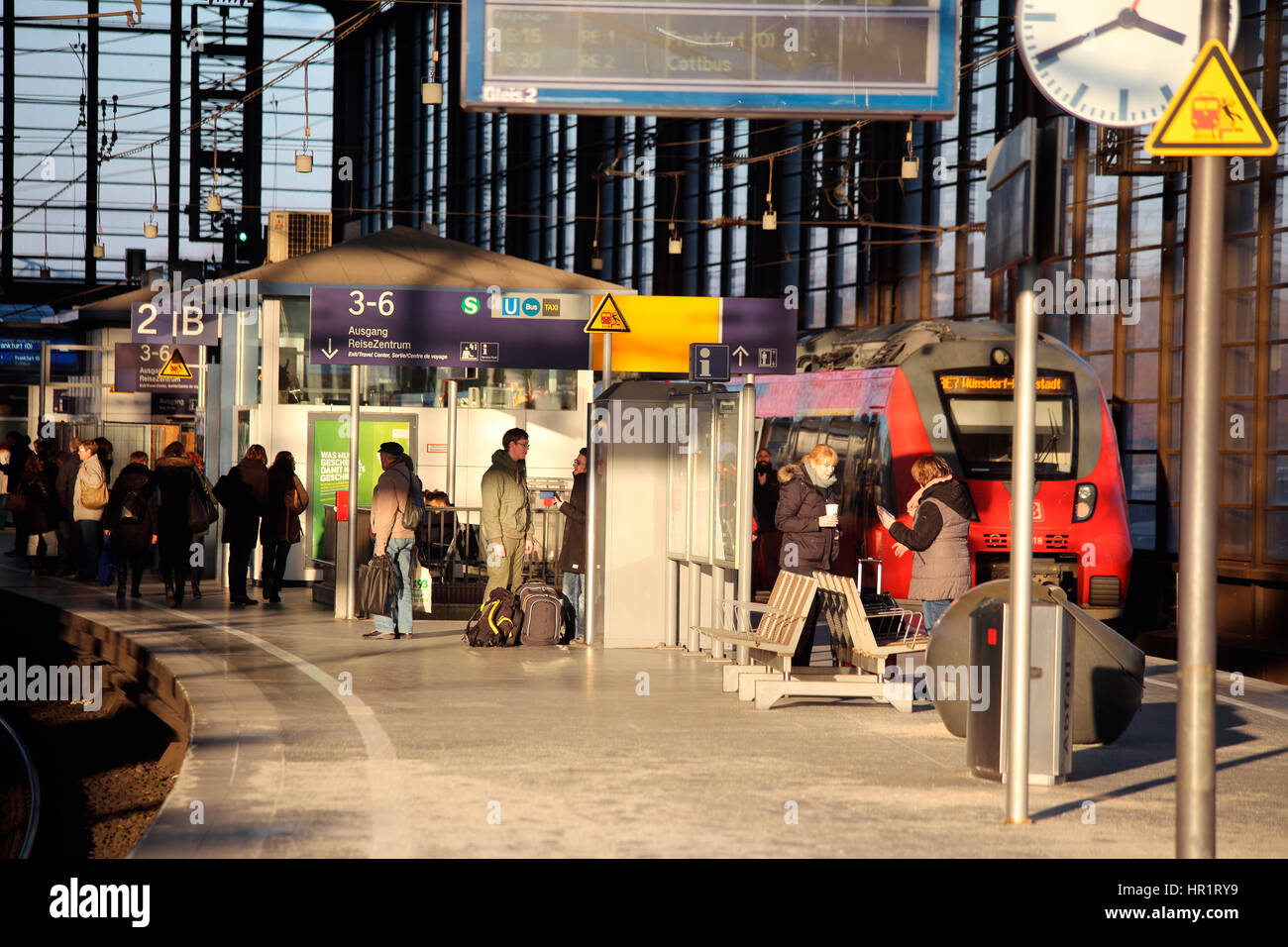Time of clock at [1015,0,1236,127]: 3:40
